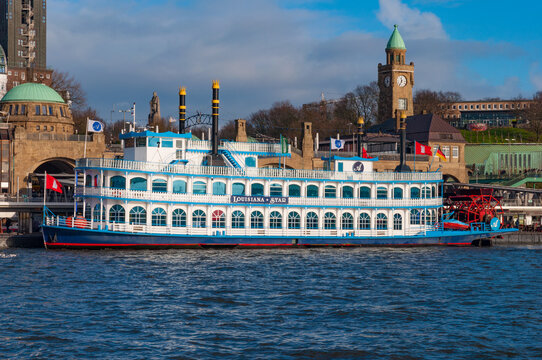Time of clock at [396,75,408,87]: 11:35
